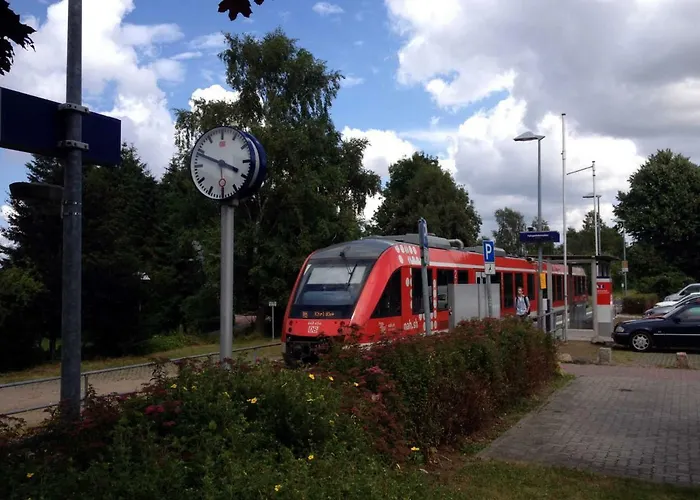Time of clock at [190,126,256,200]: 3:48
